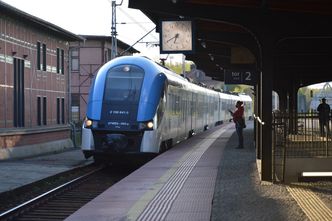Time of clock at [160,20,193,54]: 6:40
